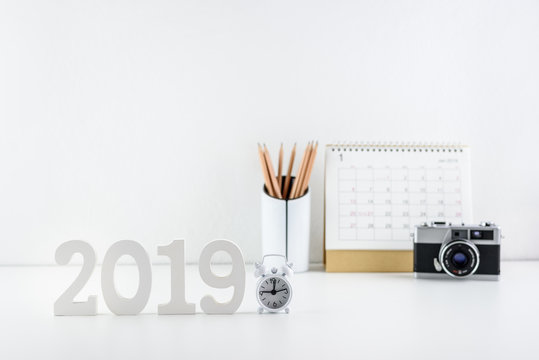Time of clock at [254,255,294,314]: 12:13
